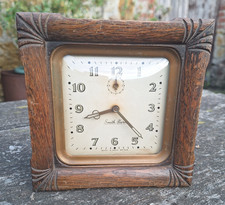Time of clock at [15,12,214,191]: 8:22
